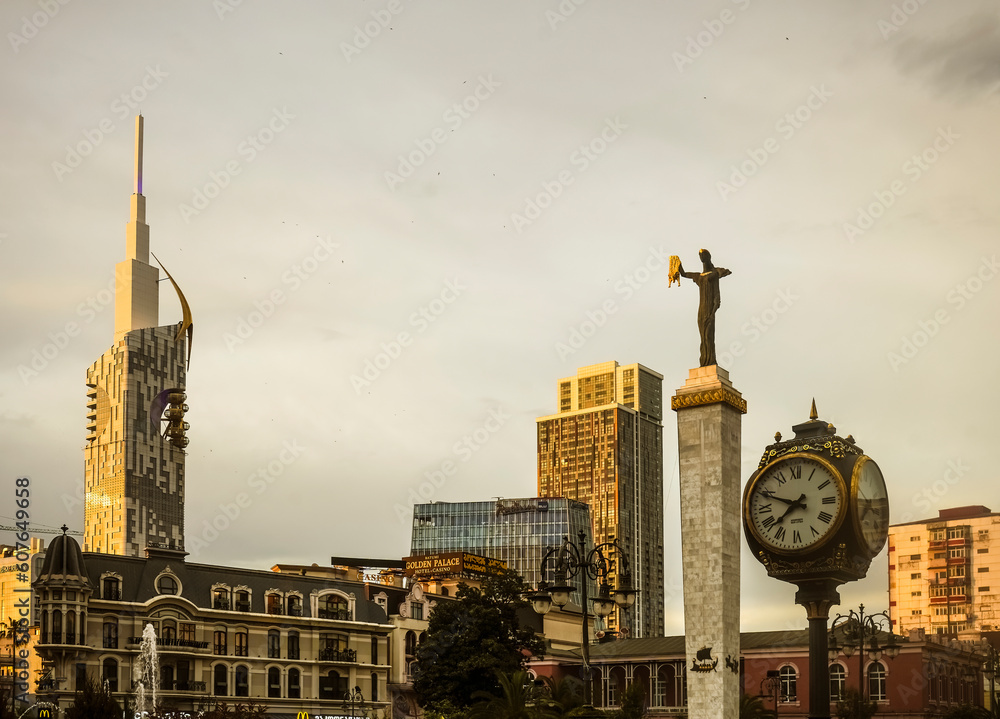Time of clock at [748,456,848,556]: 7:48
